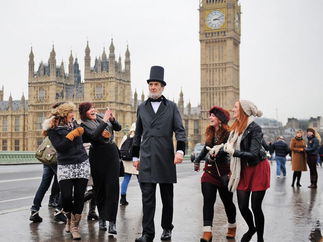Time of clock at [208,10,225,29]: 3:11
